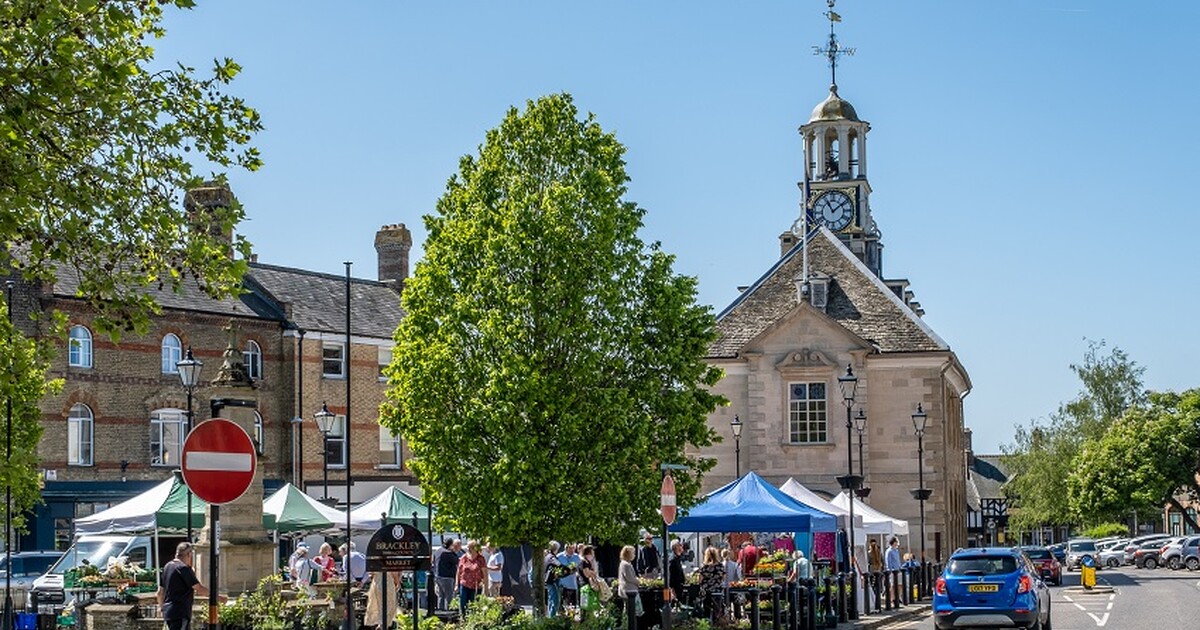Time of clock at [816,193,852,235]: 11:08
